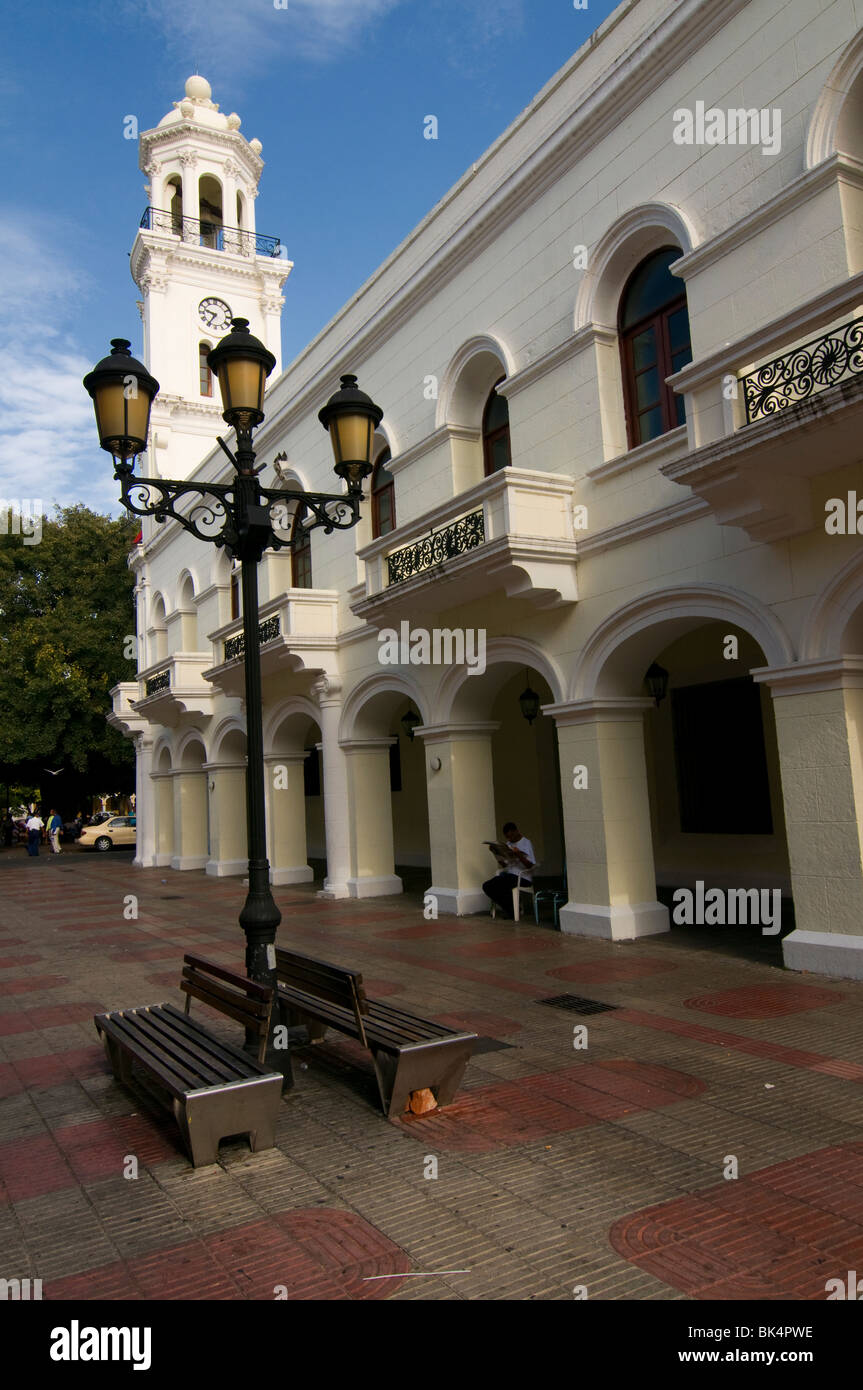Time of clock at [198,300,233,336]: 9:35
